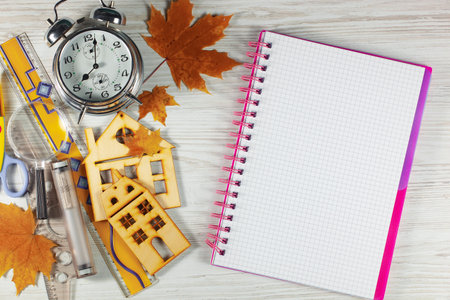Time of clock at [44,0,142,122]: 8:02
